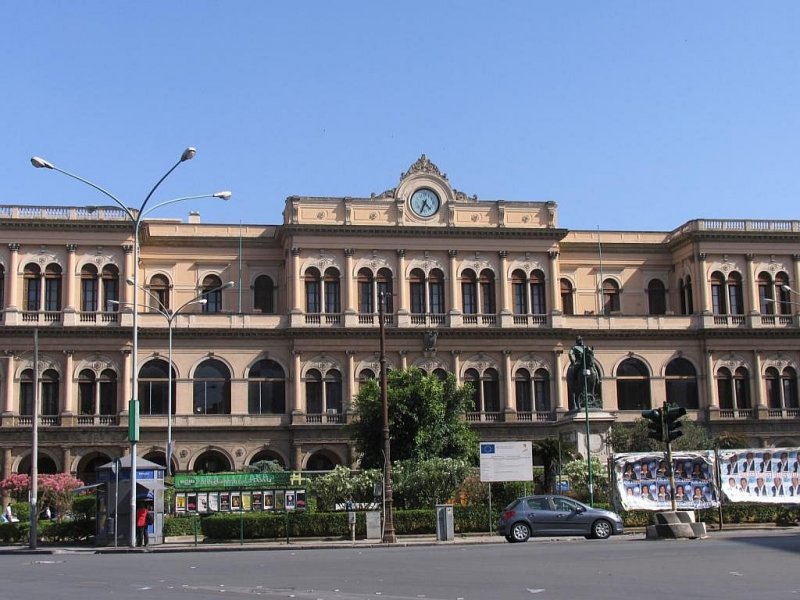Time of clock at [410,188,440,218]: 4:34
